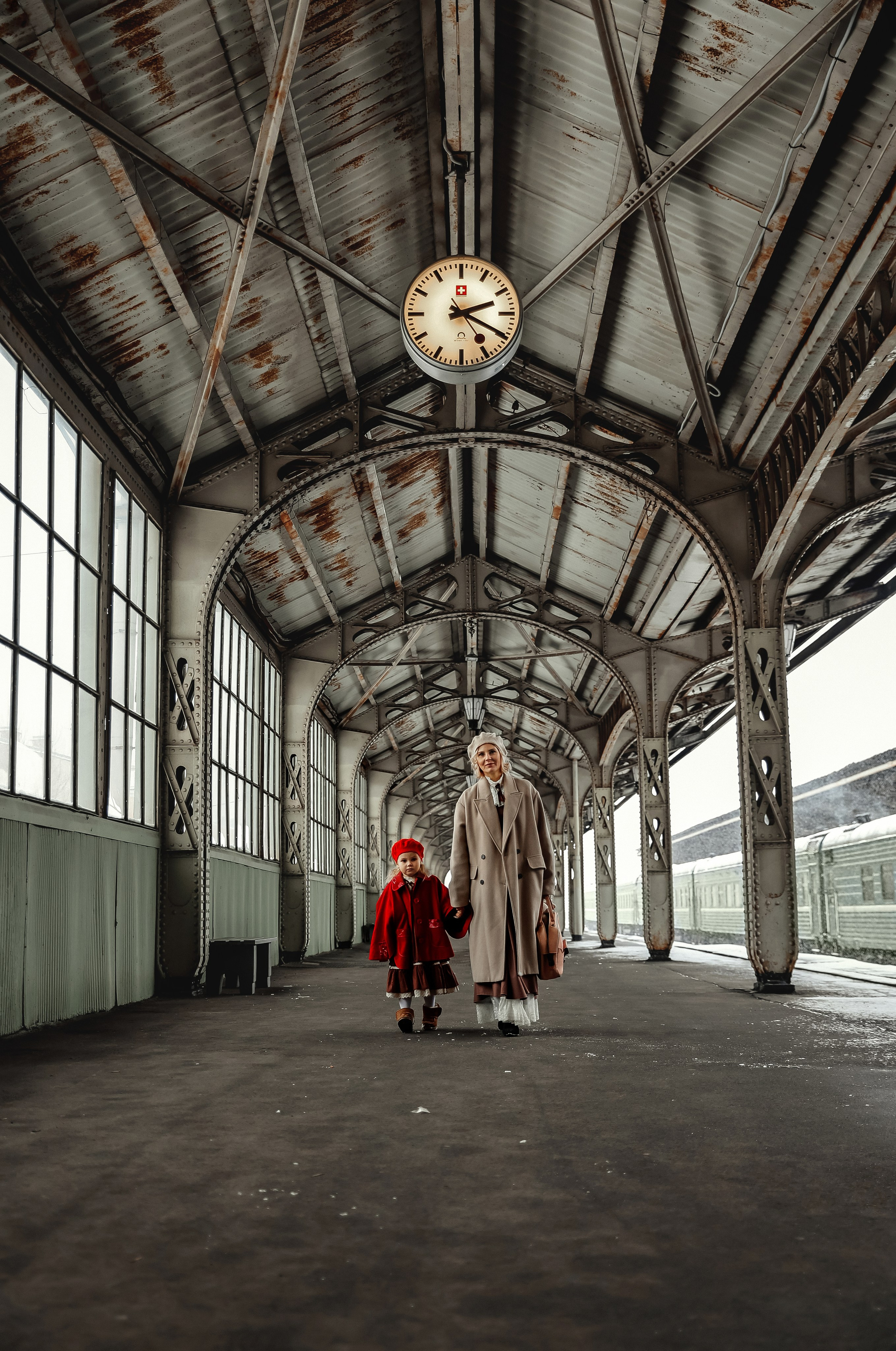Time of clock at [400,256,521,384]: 2:19
